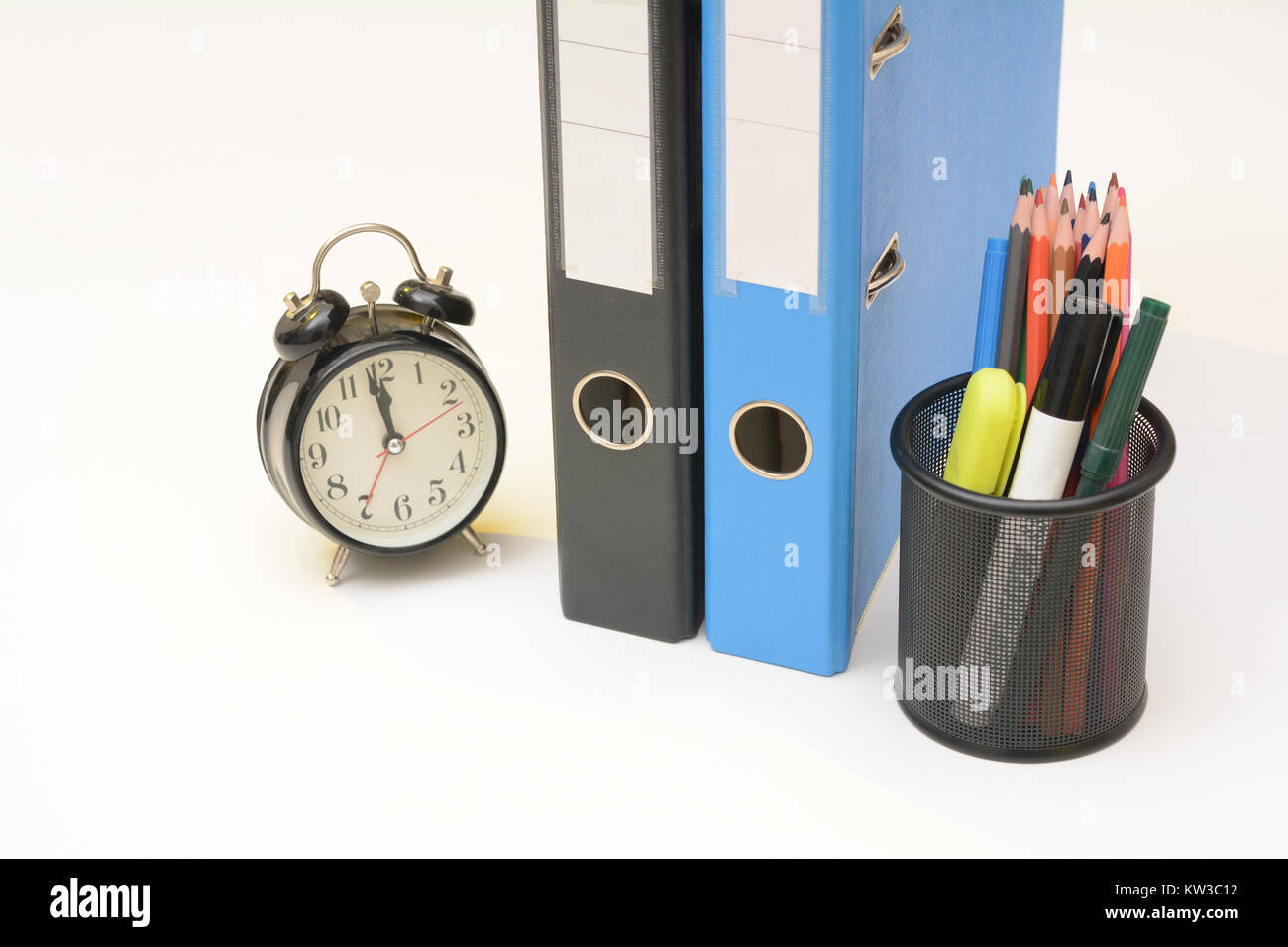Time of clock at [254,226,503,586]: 11:58
